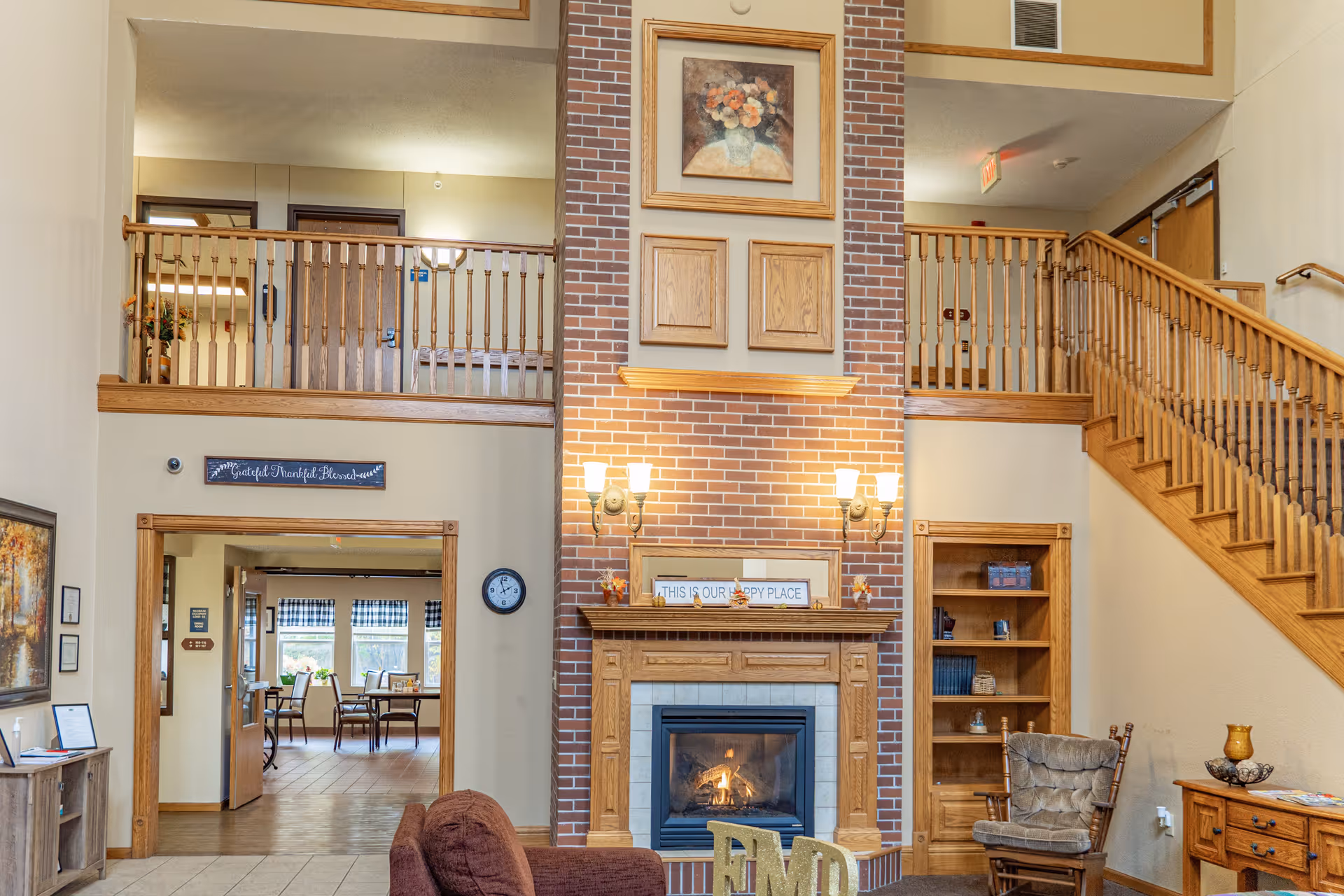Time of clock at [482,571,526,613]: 1:56
